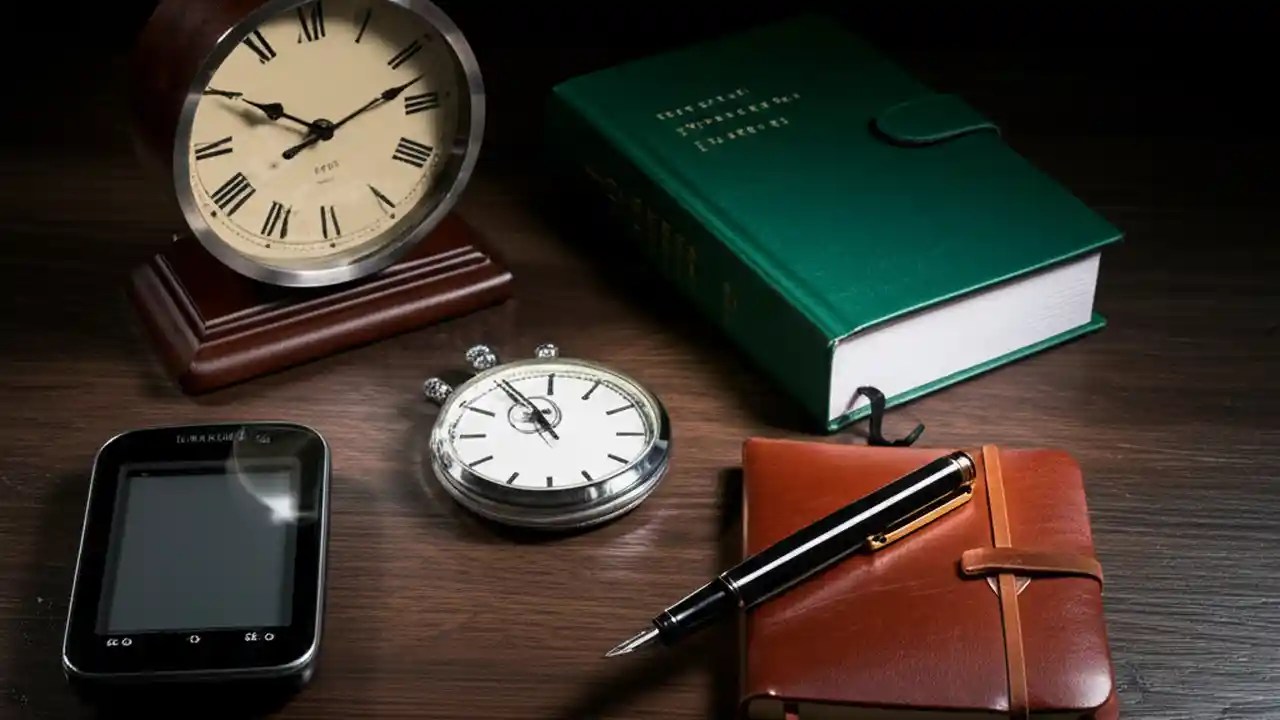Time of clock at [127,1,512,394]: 10:12
